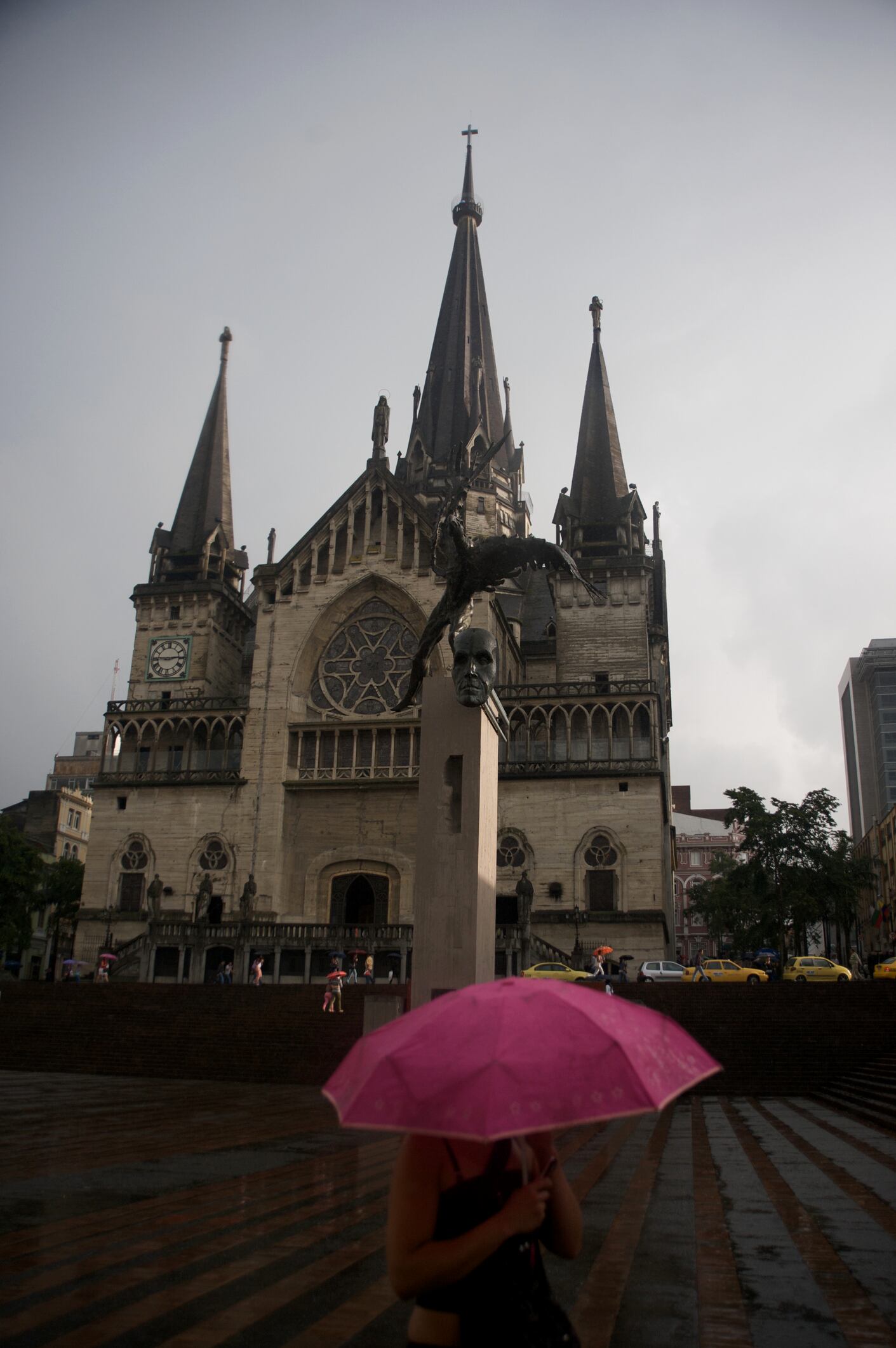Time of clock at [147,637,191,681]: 2:45
